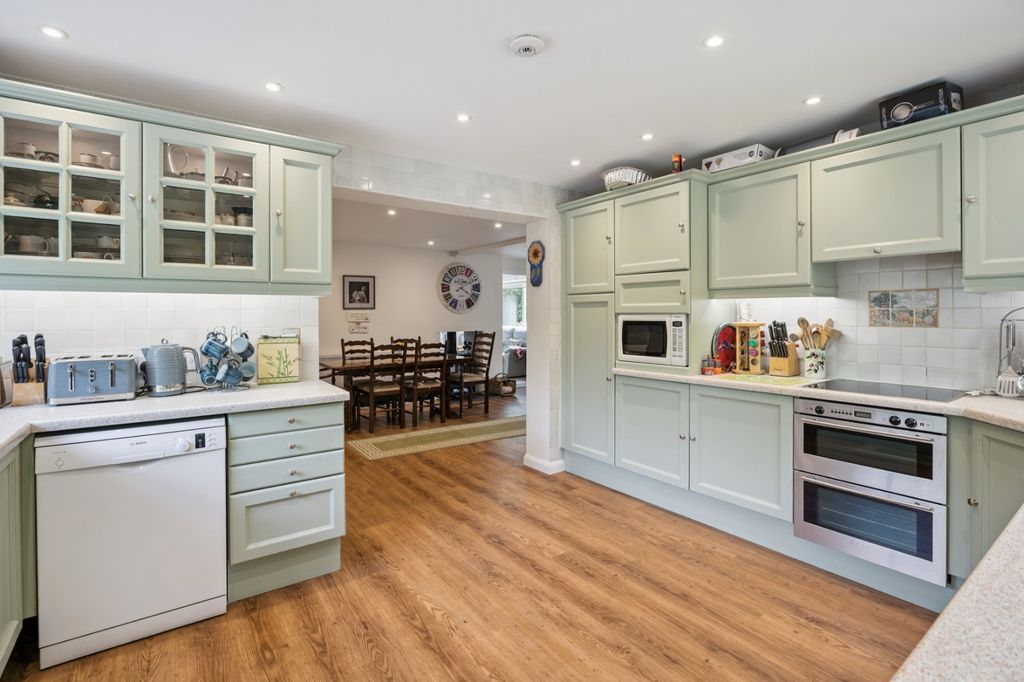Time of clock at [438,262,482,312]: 2:21
